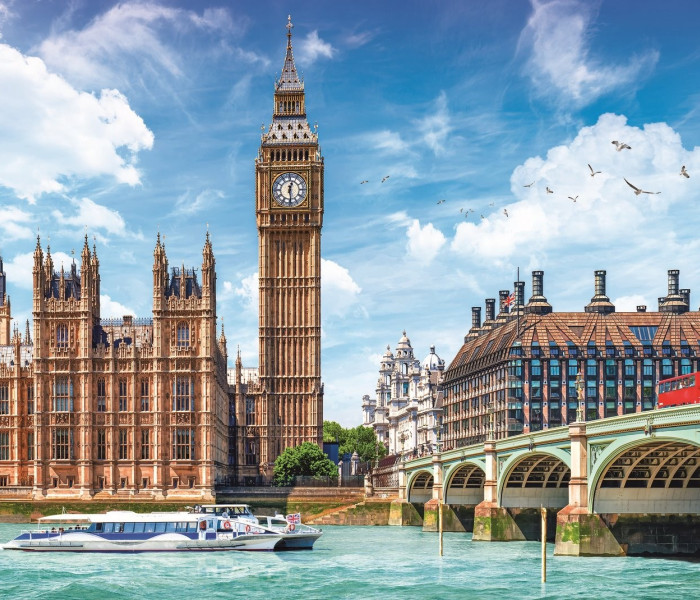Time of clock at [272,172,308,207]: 12:28
